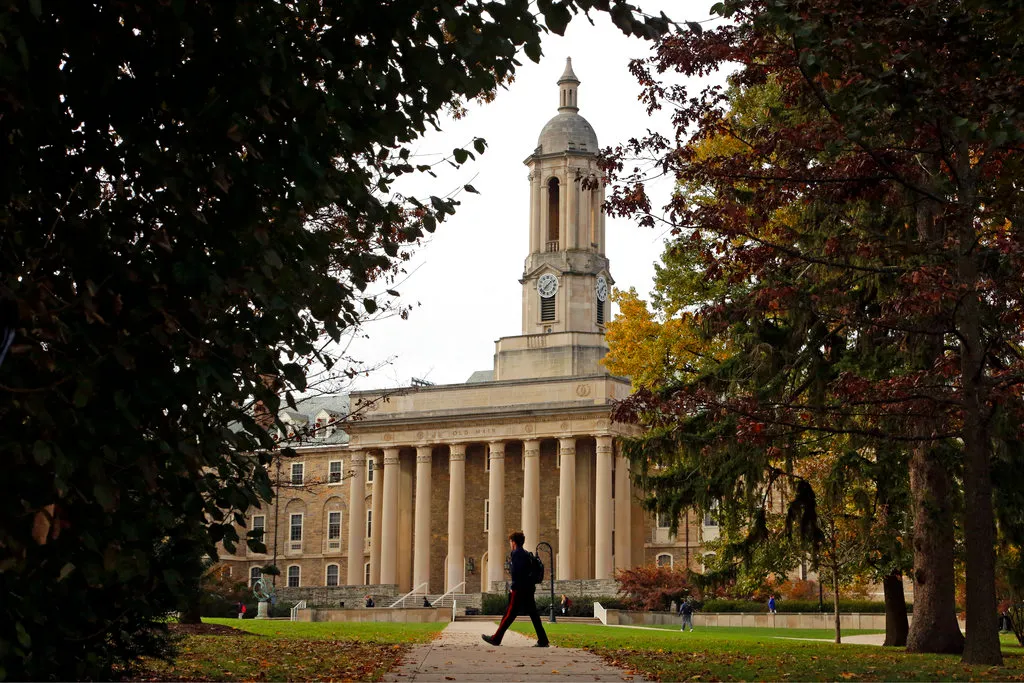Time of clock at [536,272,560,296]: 7:07
